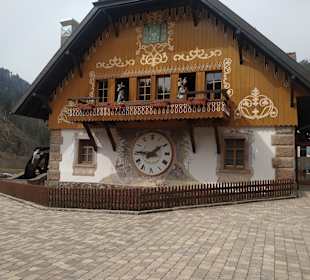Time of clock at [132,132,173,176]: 1:46
